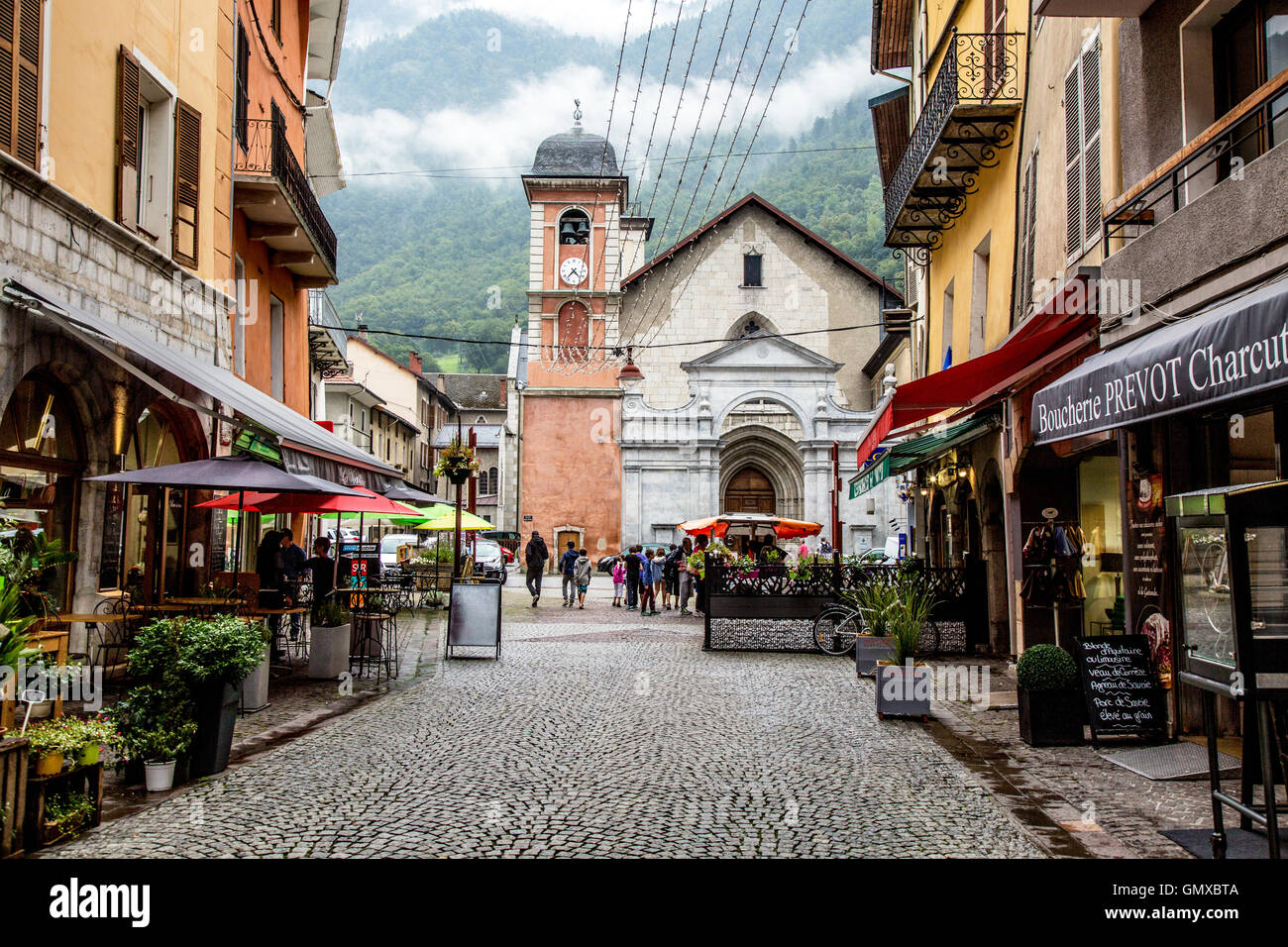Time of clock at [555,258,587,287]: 7:22
